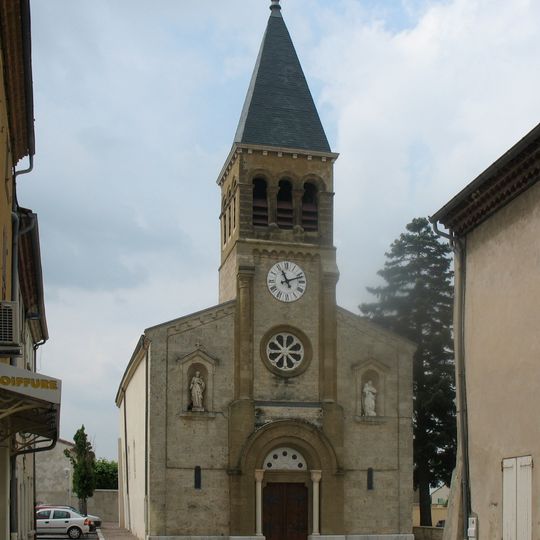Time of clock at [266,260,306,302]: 11:11
